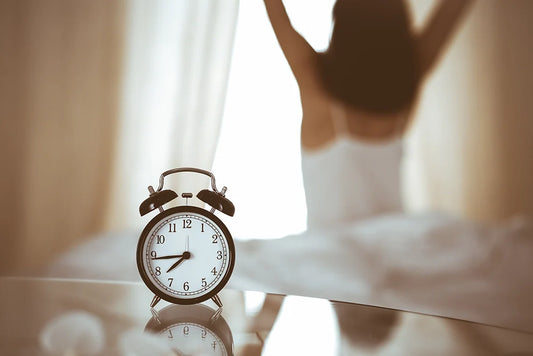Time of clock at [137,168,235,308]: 7:43
